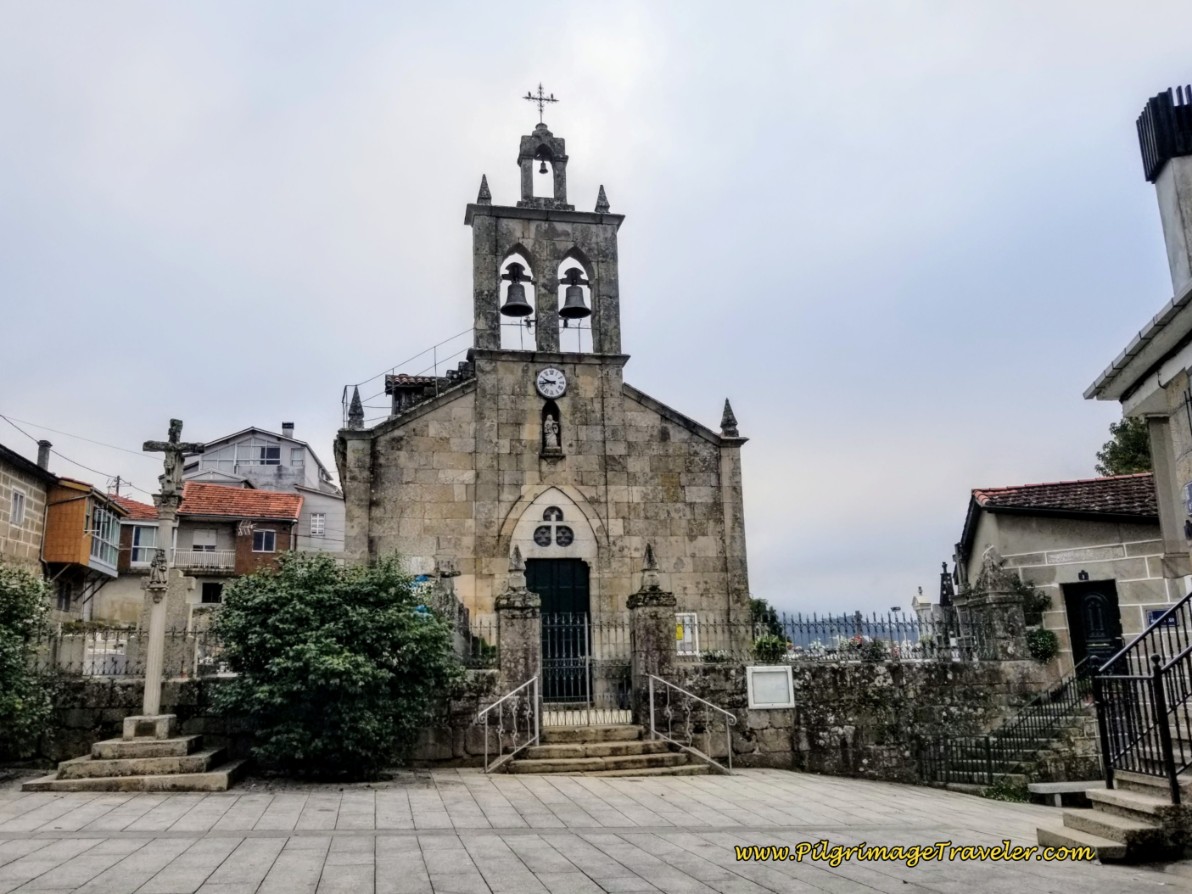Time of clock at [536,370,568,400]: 9:42
